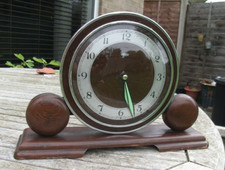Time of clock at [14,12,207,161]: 5:26
